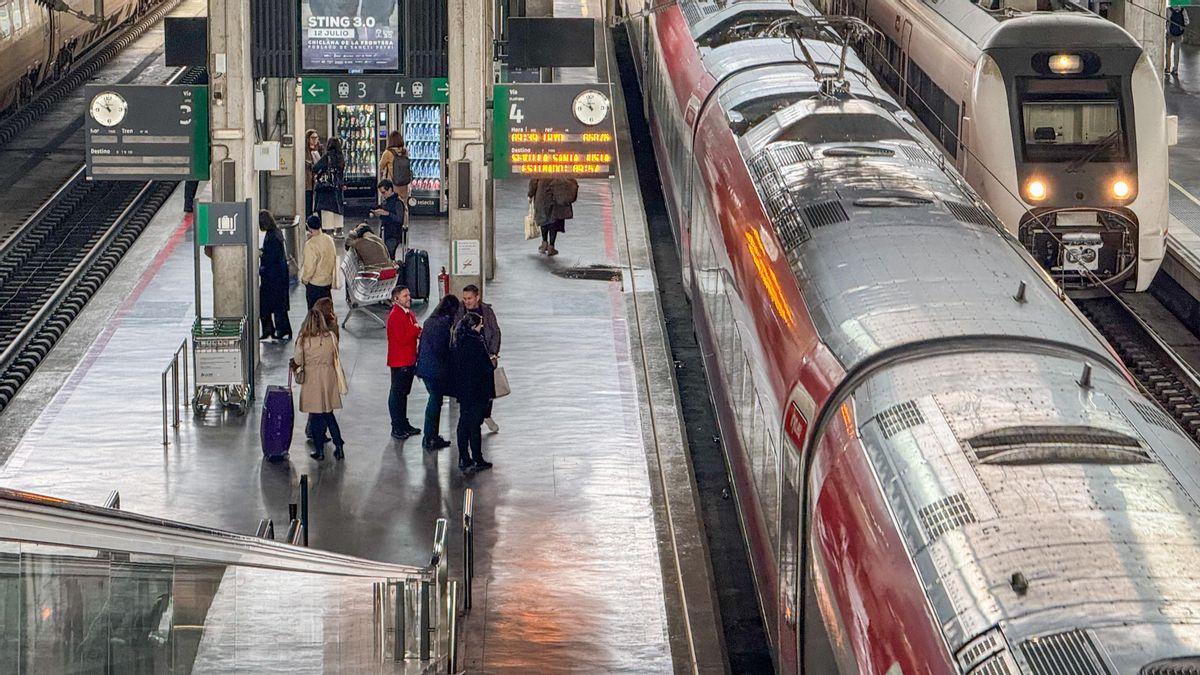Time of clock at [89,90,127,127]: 9:56
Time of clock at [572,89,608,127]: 9:57
